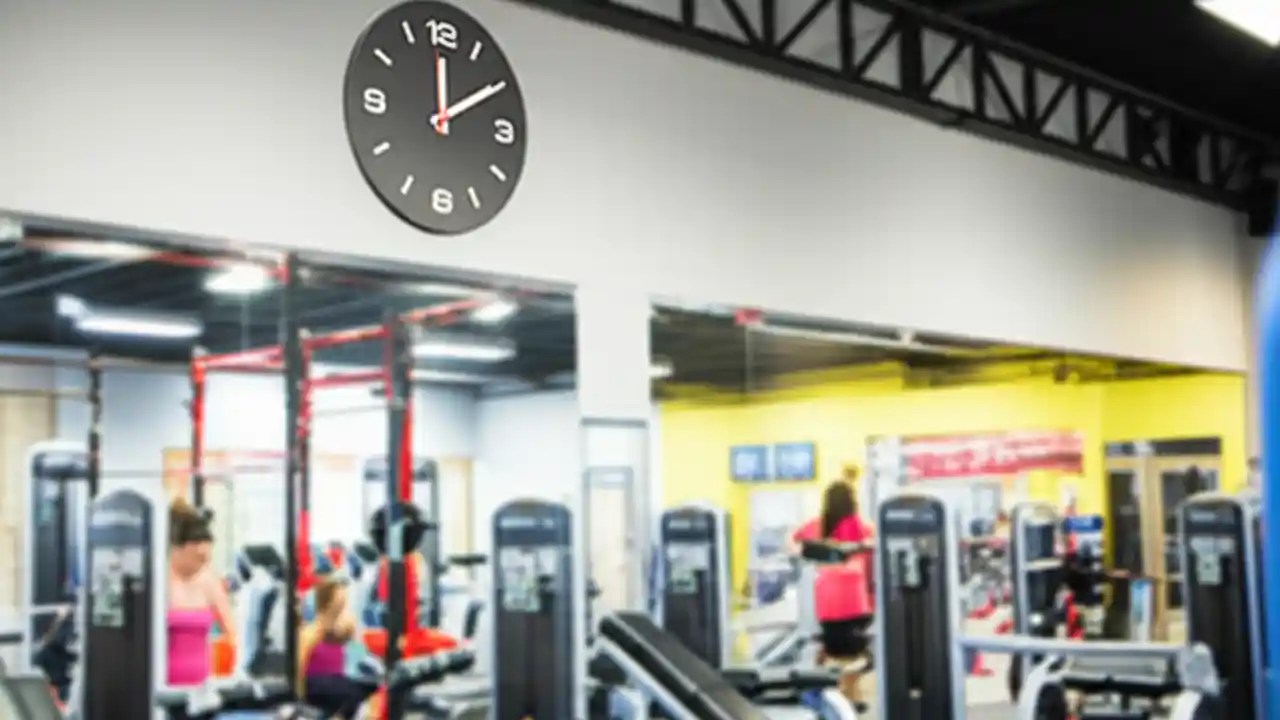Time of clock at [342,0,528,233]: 12:09
